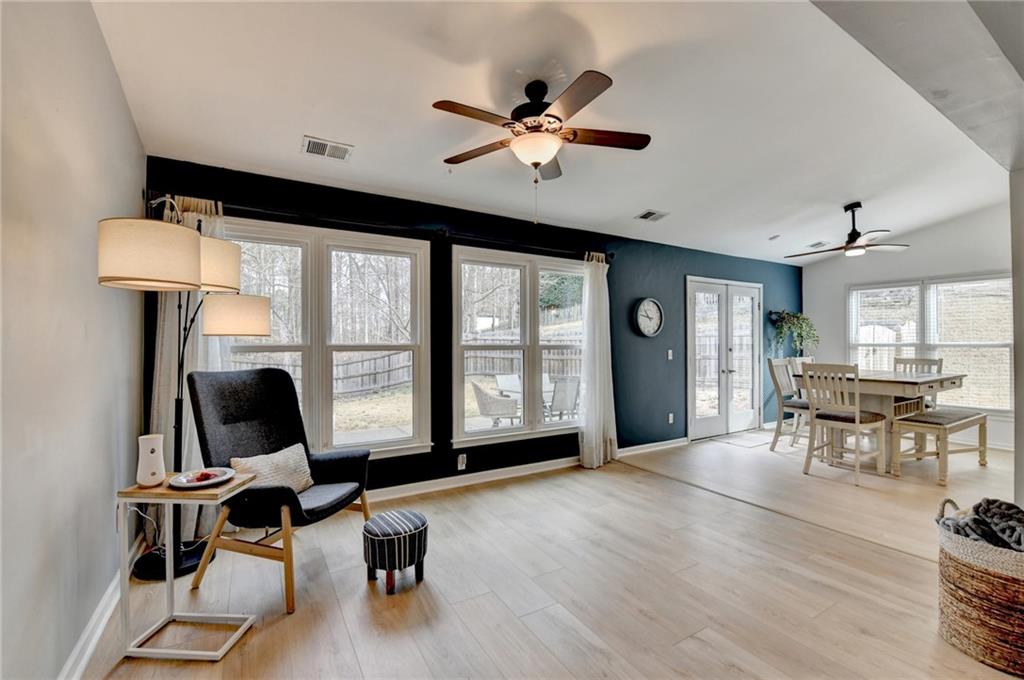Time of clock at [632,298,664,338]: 10:47
